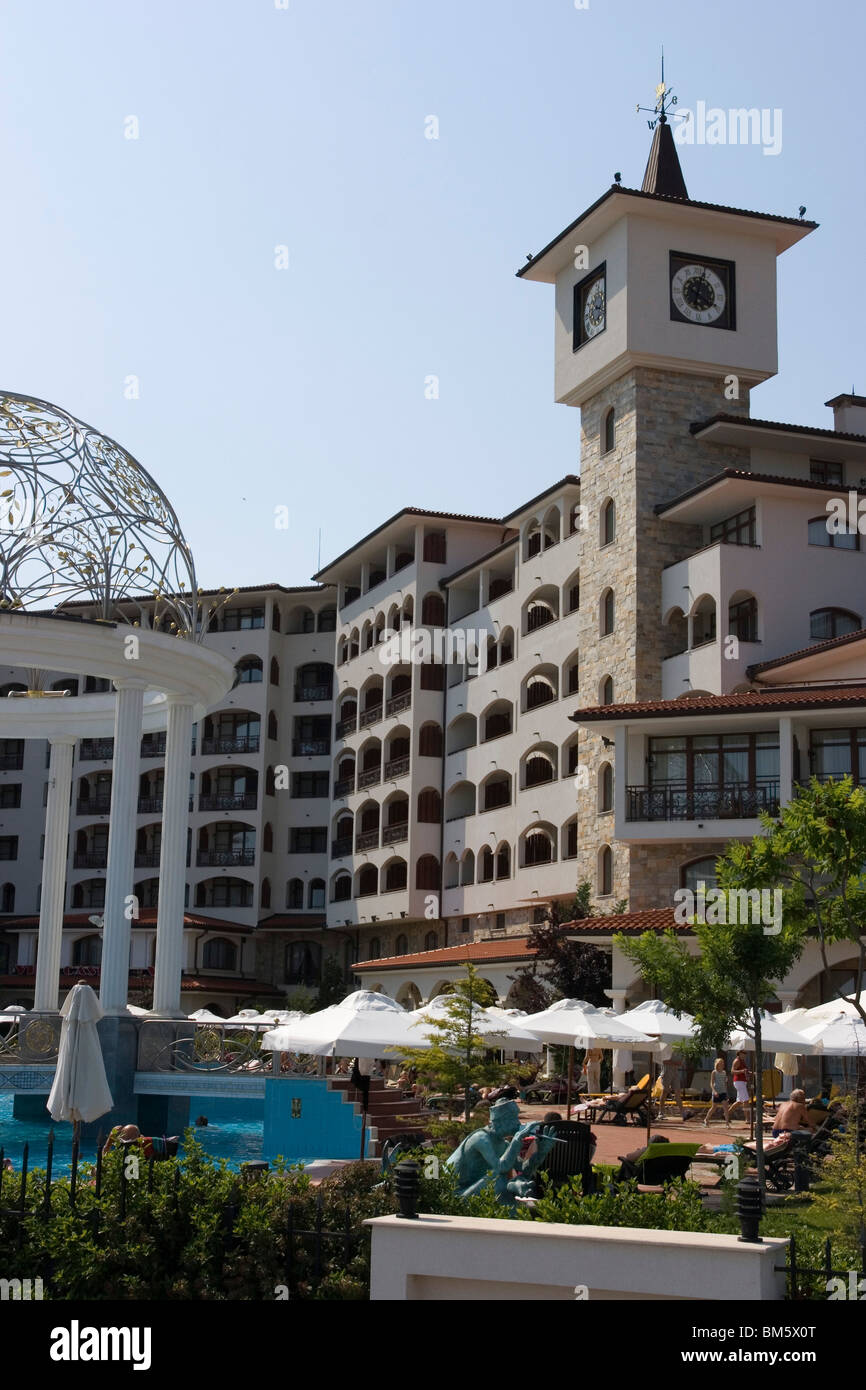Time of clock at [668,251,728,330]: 4:02
